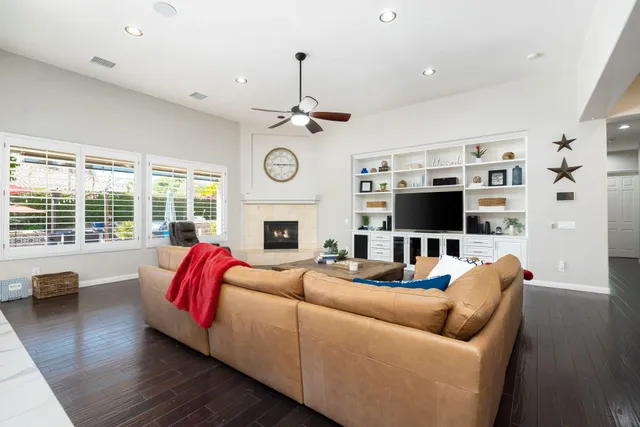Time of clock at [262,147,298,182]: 9:14
